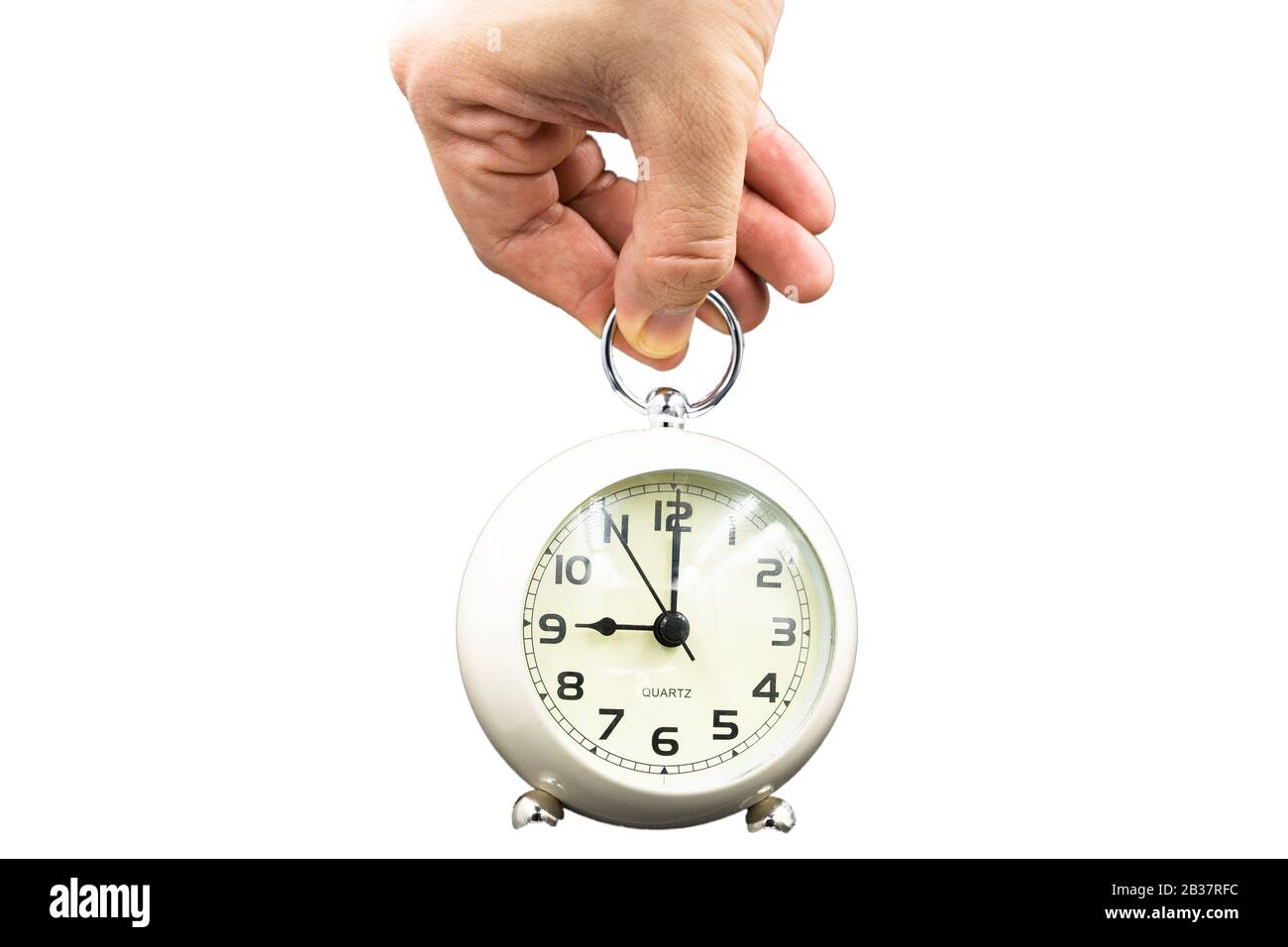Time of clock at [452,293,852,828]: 9:00
